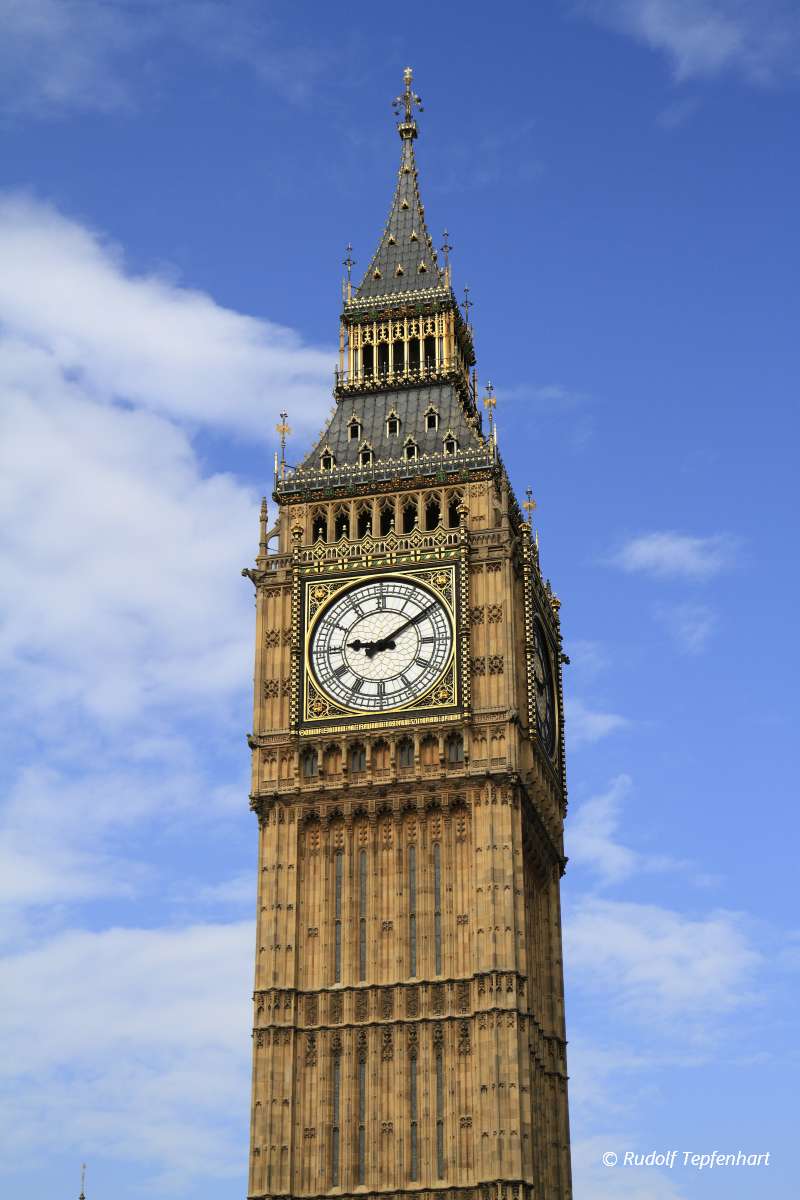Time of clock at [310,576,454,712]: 9:09
